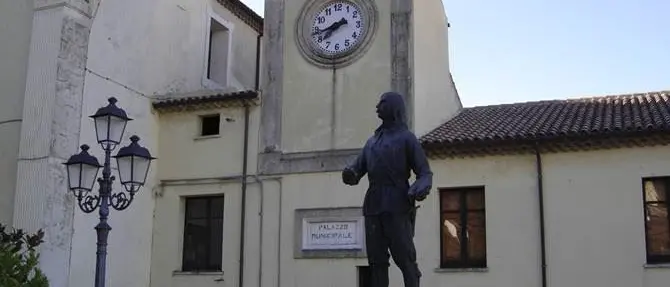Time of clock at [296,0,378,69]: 7:42
